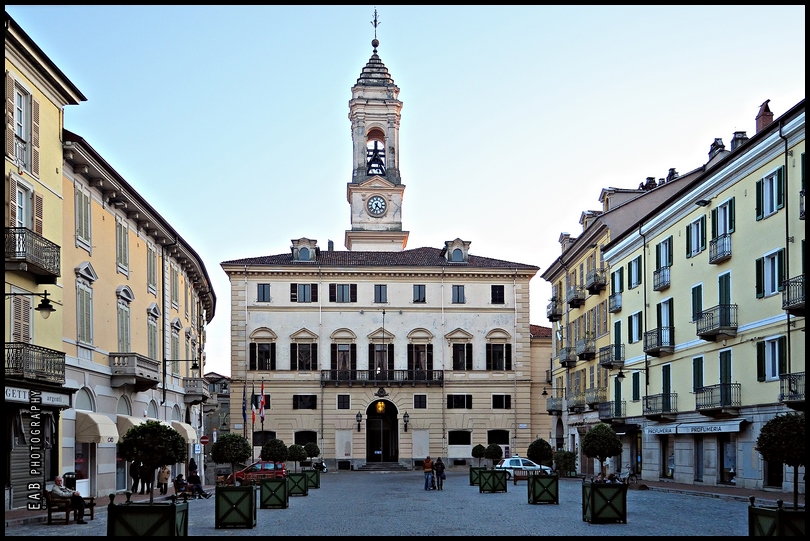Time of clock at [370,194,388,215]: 4:33
